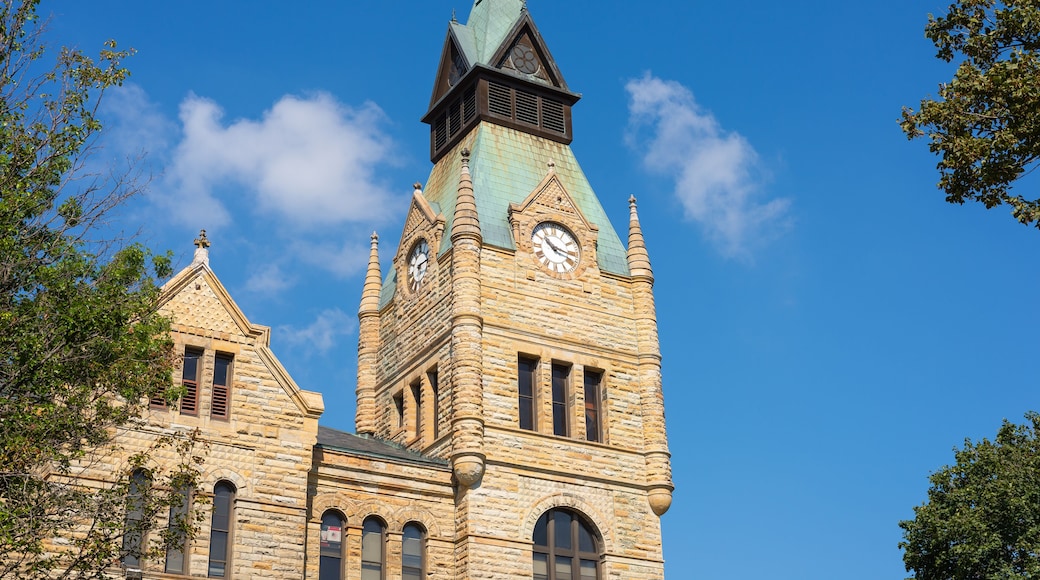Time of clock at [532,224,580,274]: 10:17
